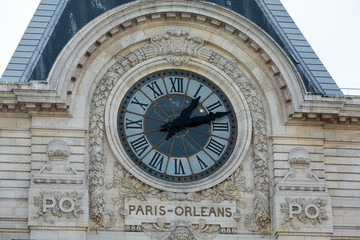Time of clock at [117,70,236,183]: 1:12
